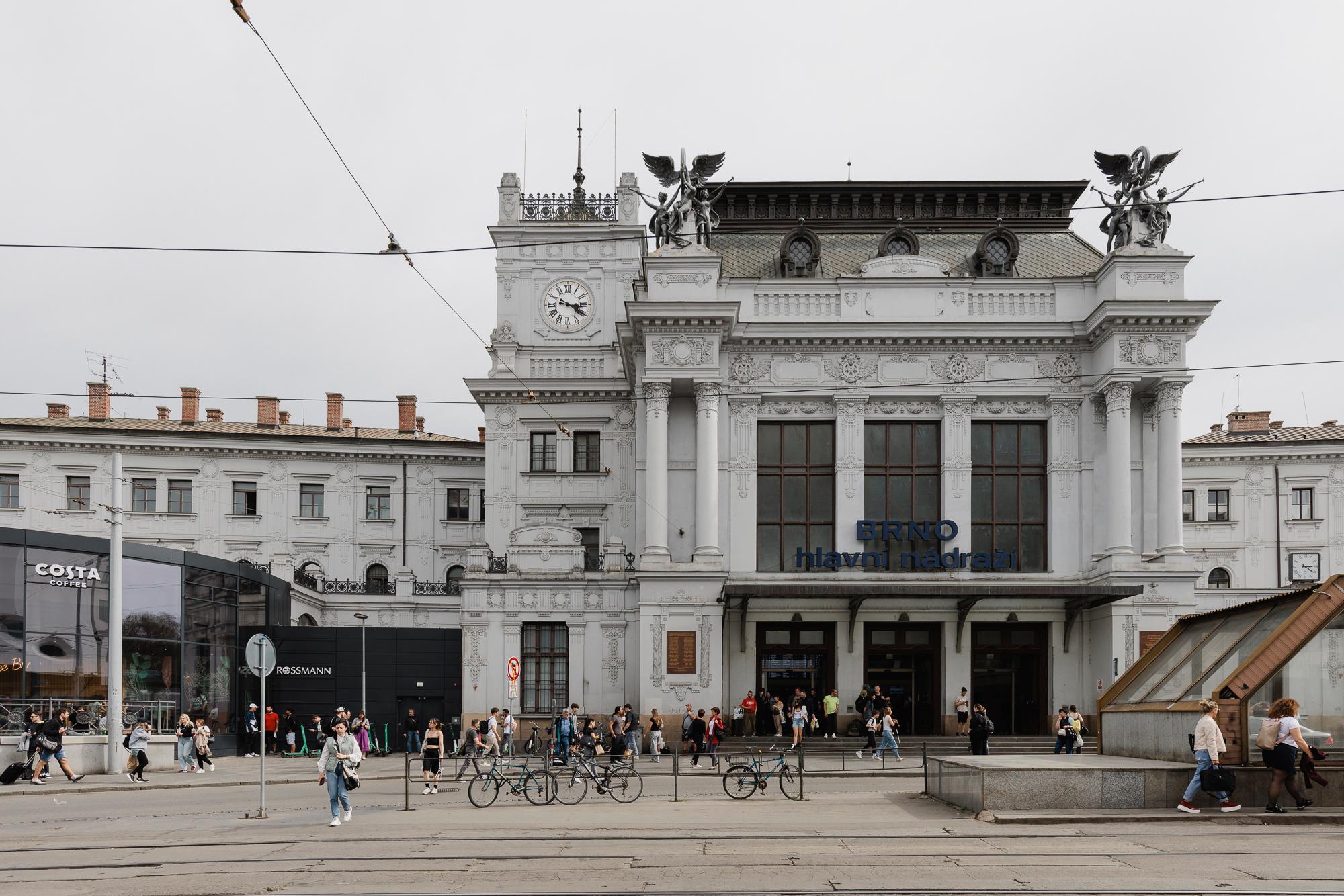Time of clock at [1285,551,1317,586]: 3:20
